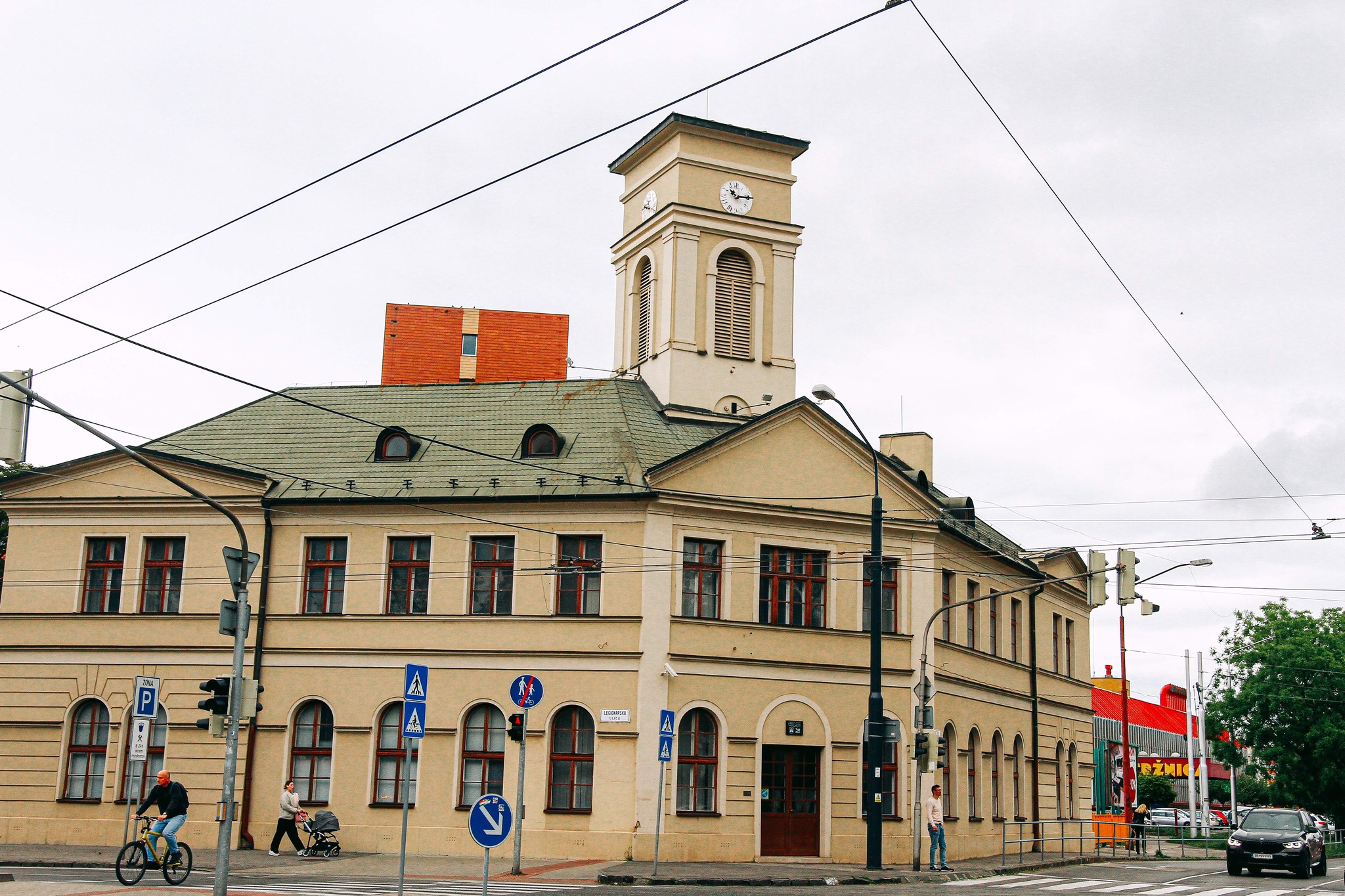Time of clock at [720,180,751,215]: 10:12
